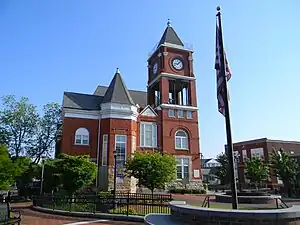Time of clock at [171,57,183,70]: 9:07
